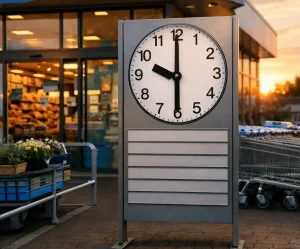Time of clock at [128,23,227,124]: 9:30
